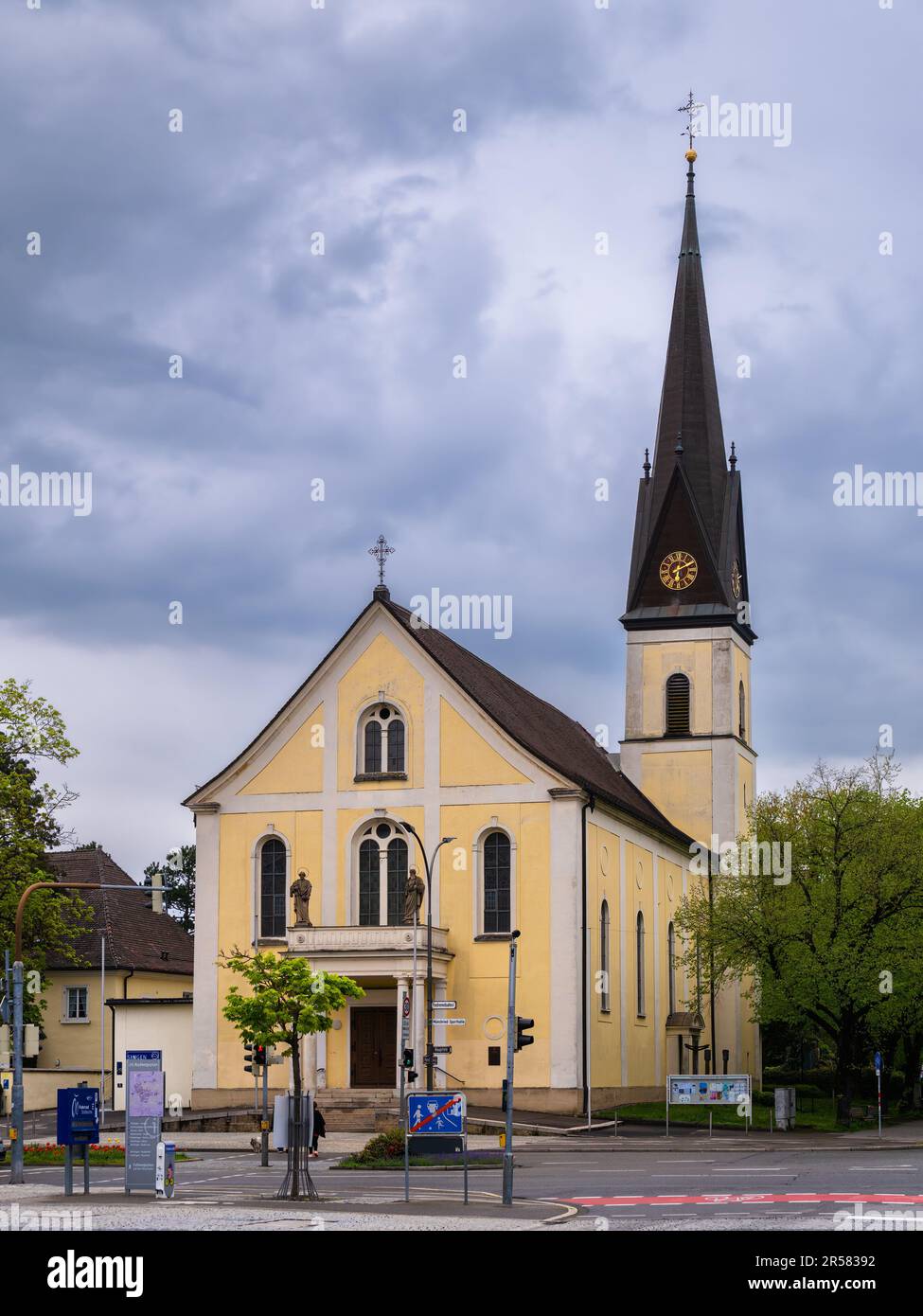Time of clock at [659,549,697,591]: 6:10
